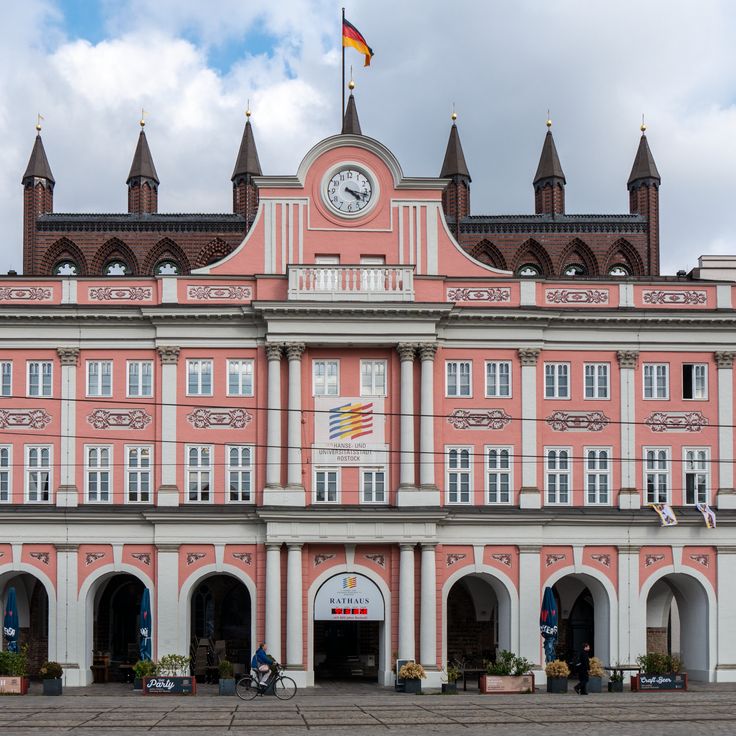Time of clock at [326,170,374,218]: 4:17
